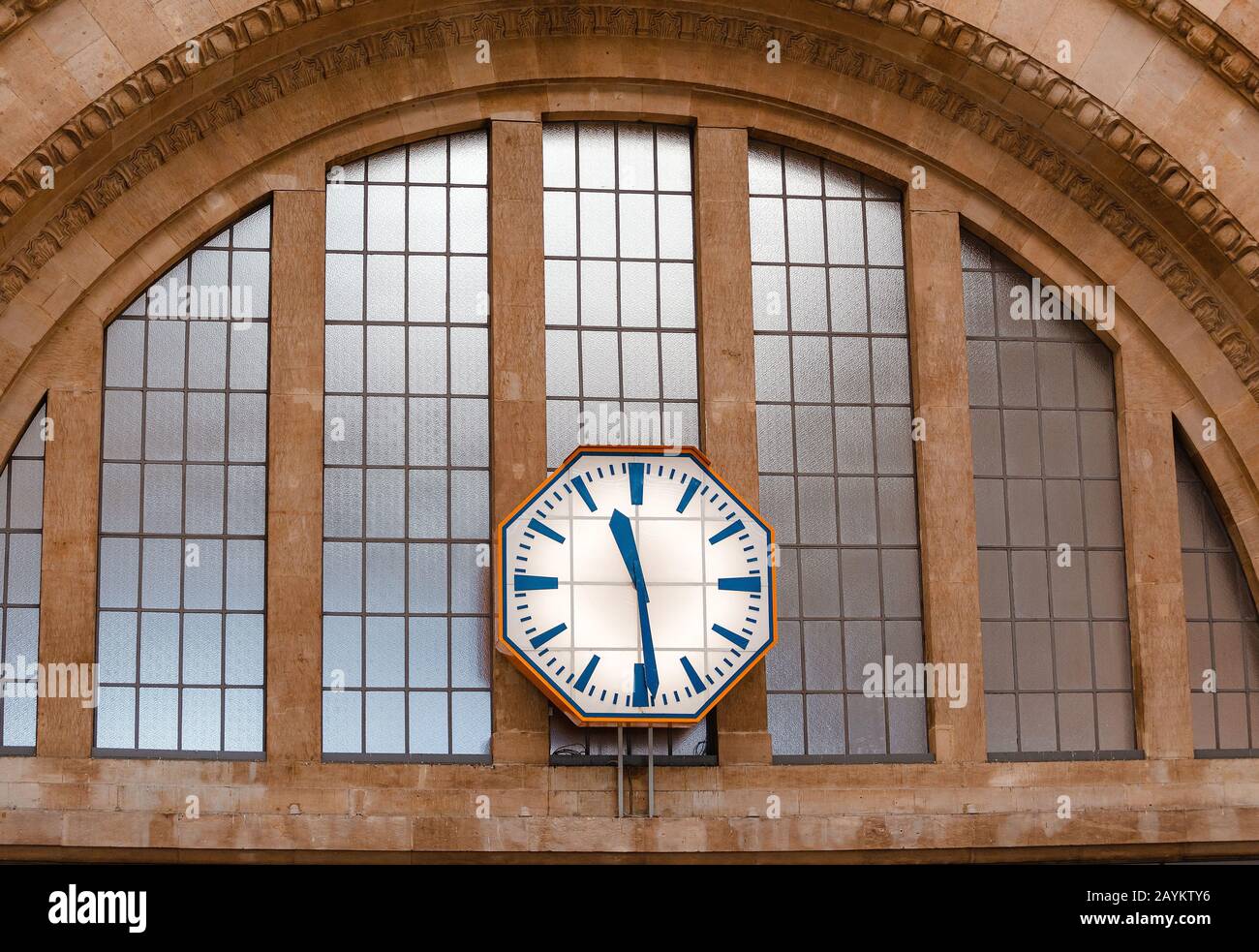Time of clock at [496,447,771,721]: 11:28
